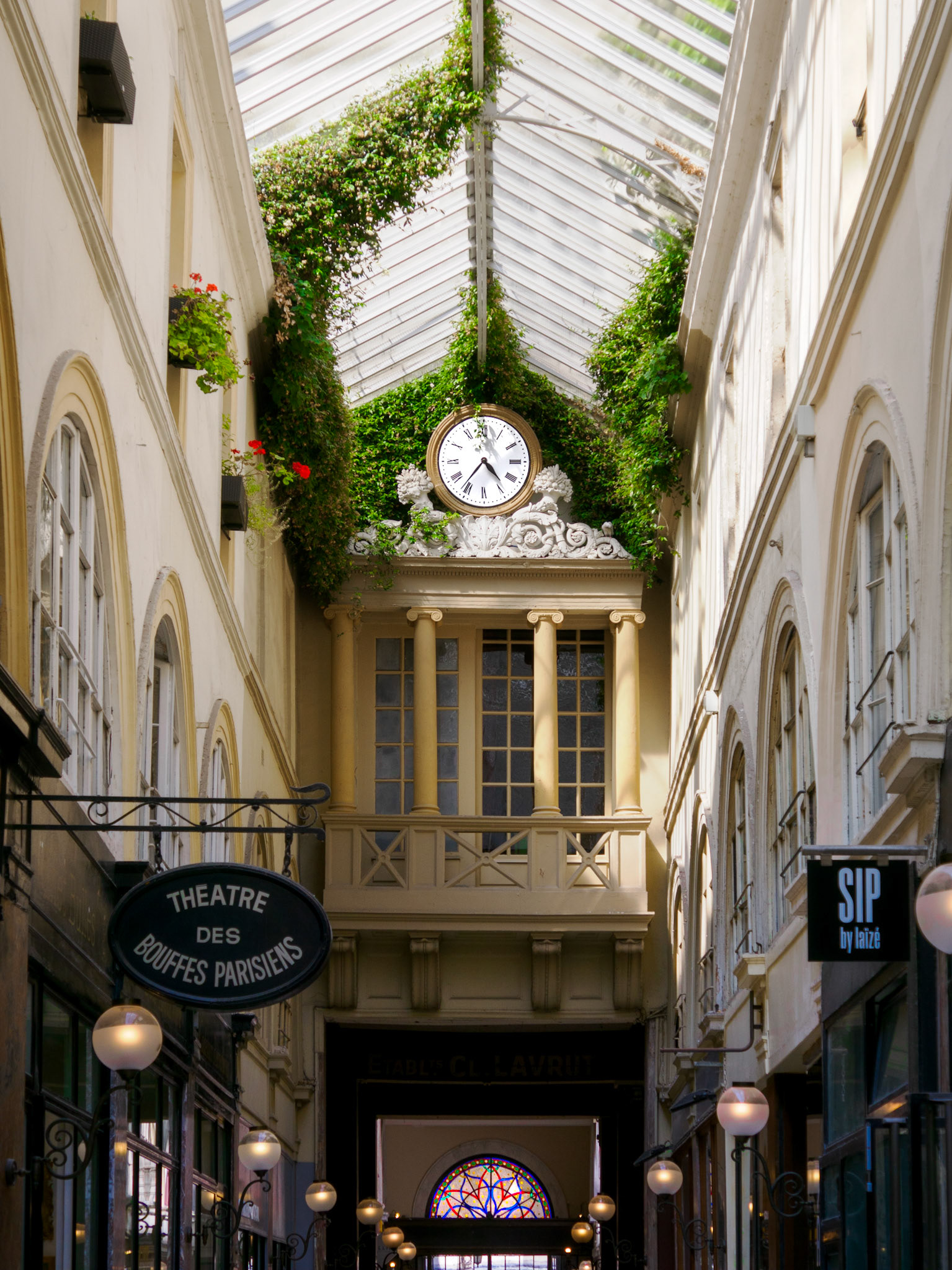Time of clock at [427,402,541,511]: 4:36
